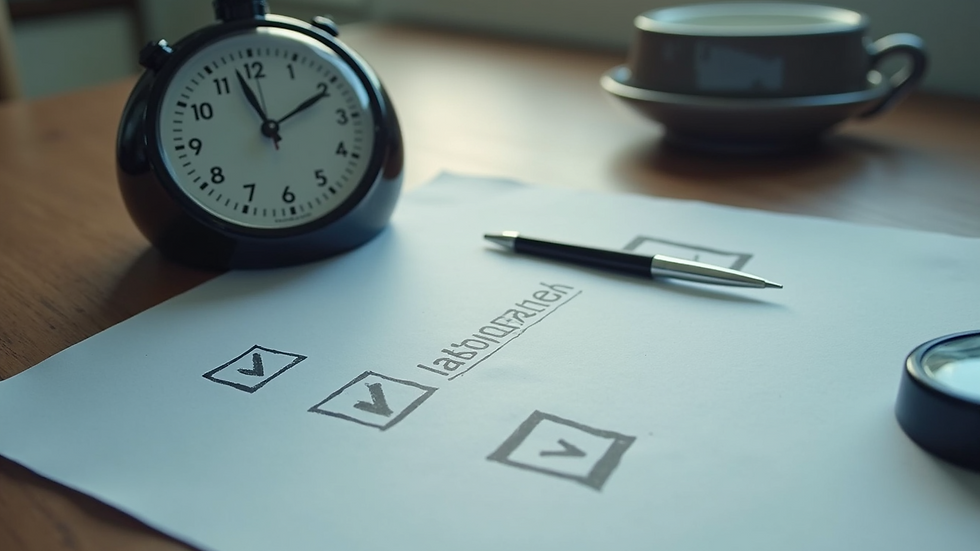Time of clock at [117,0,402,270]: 1:57
